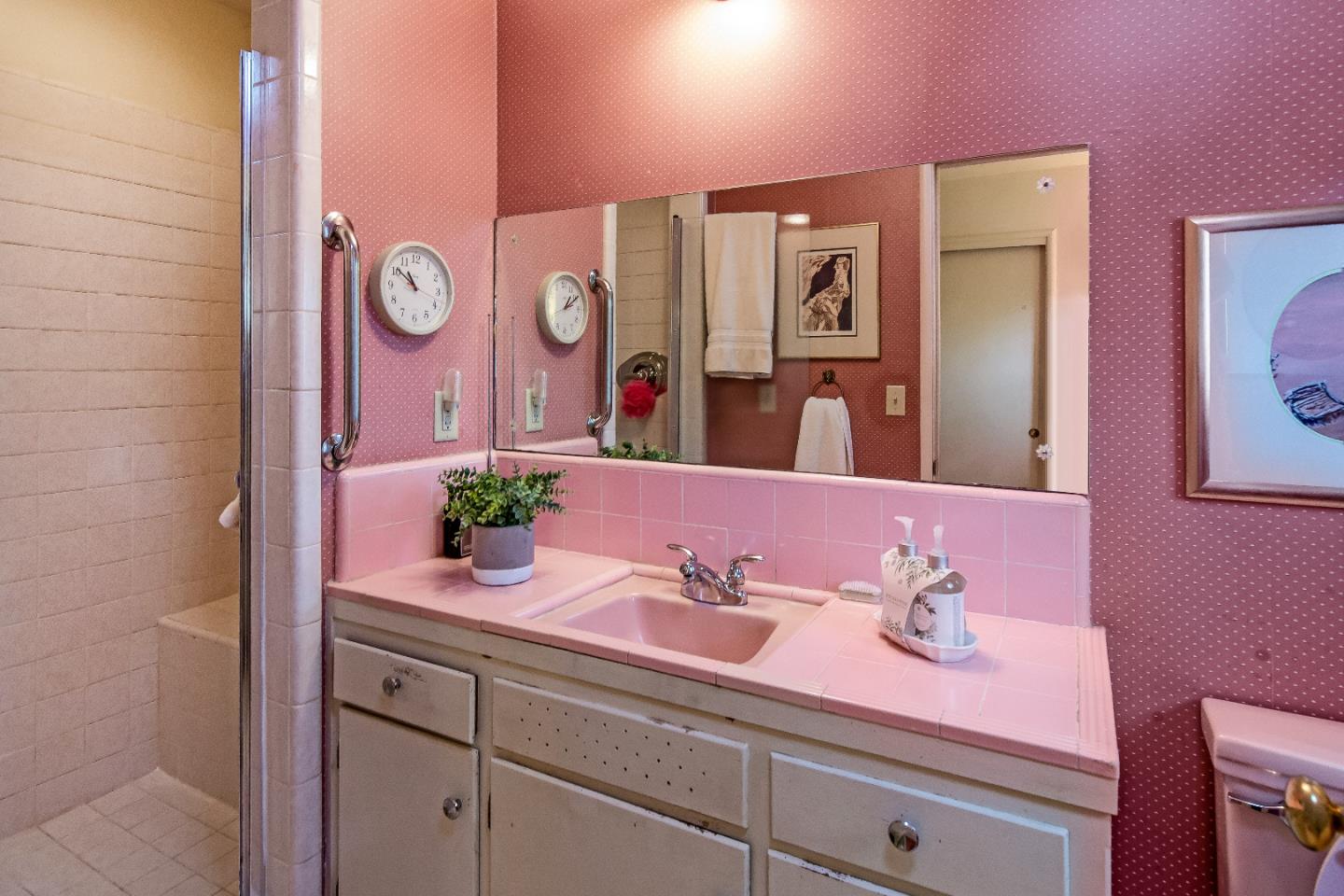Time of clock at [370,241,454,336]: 10:51
